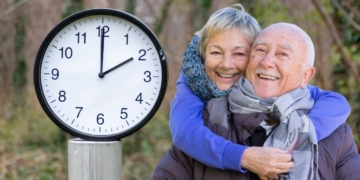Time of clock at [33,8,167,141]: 1:59
